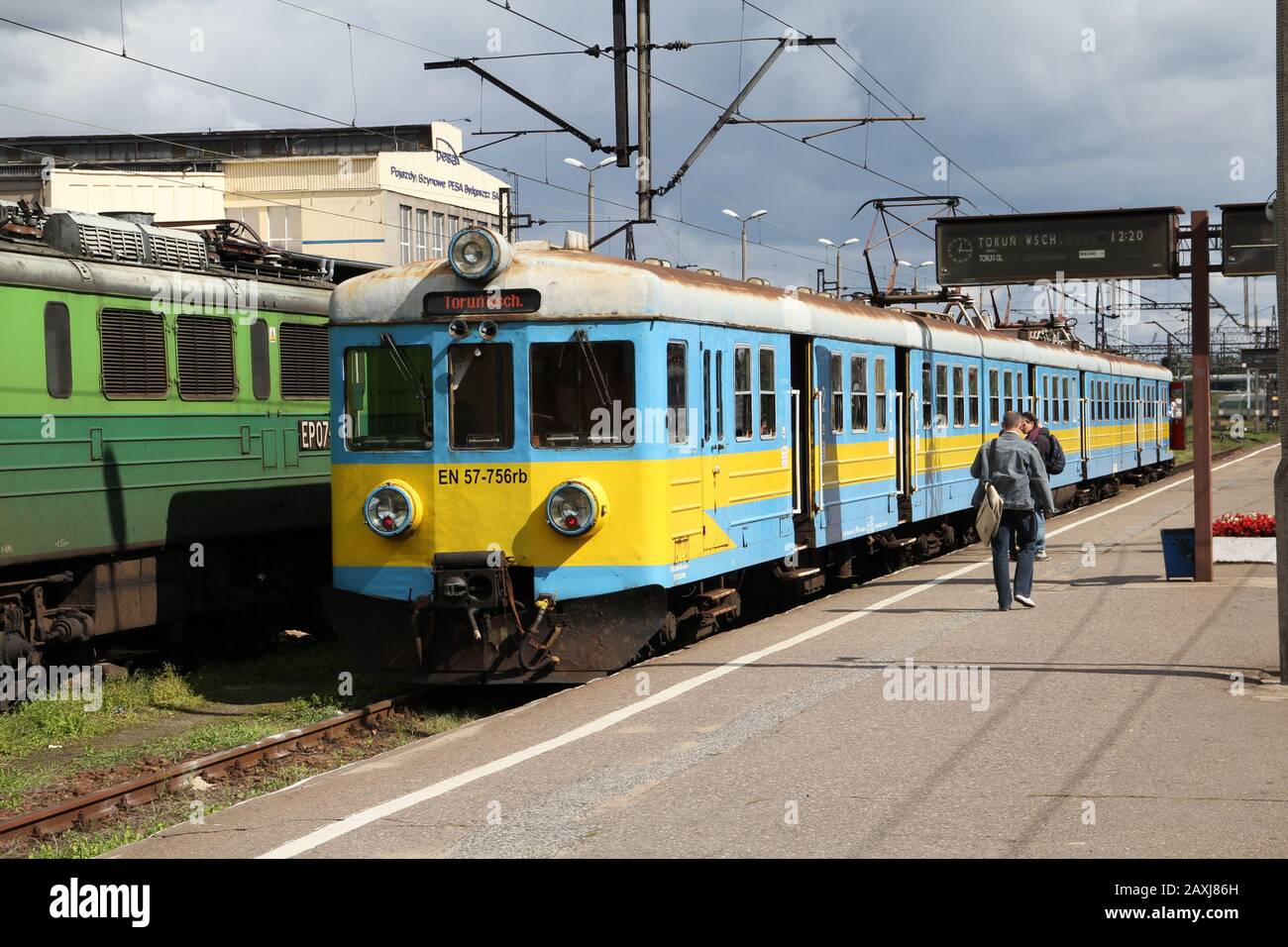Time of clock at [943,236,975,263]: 12:16
